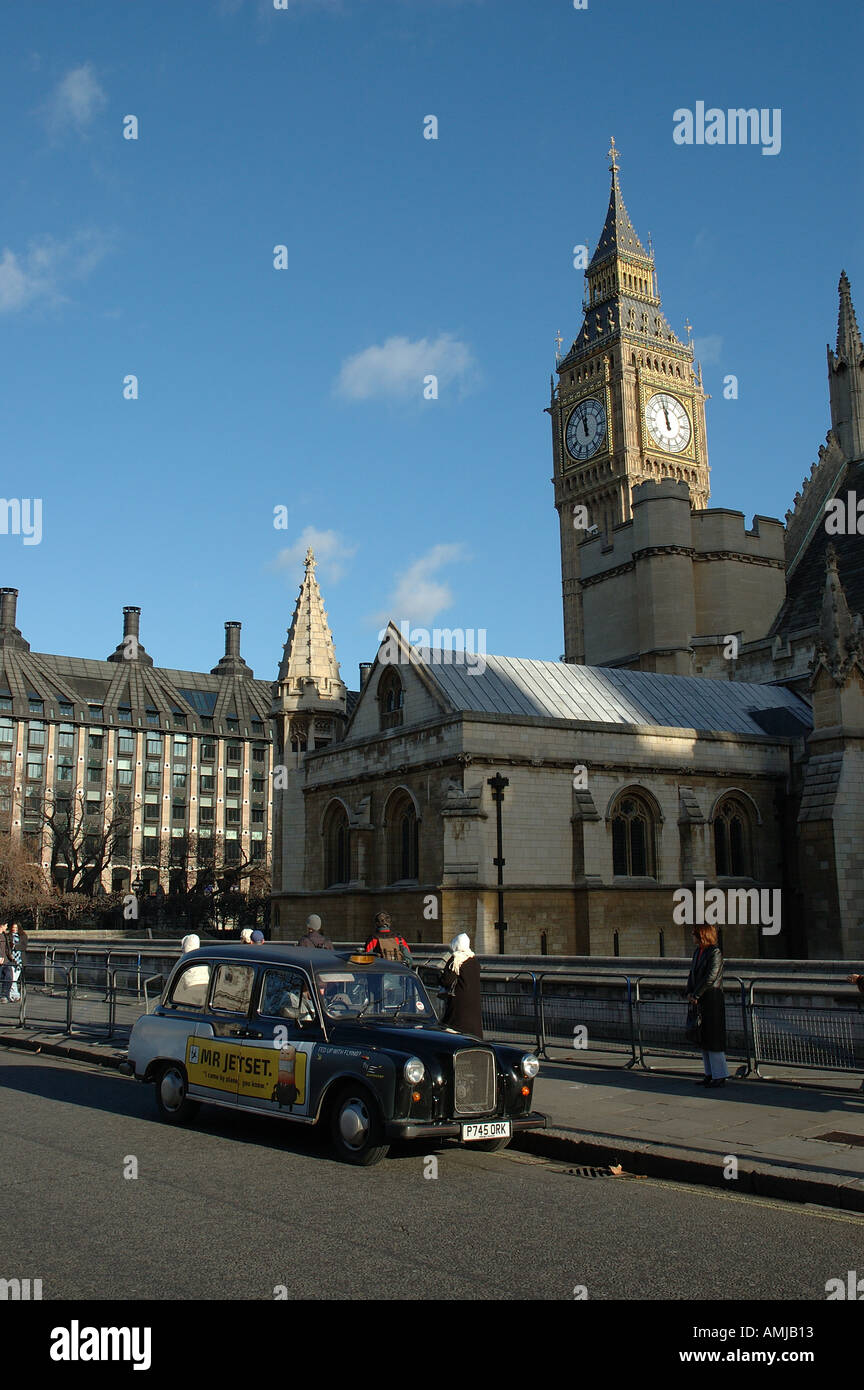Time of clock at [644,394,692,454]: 11:57
